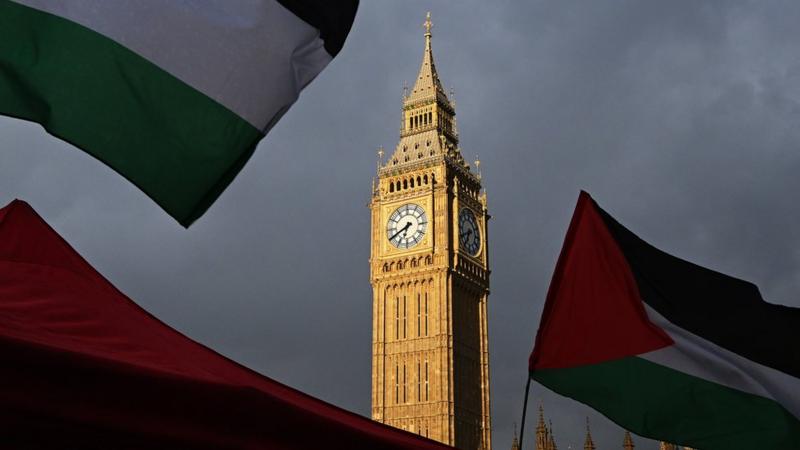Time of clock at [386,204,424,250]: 6:40
